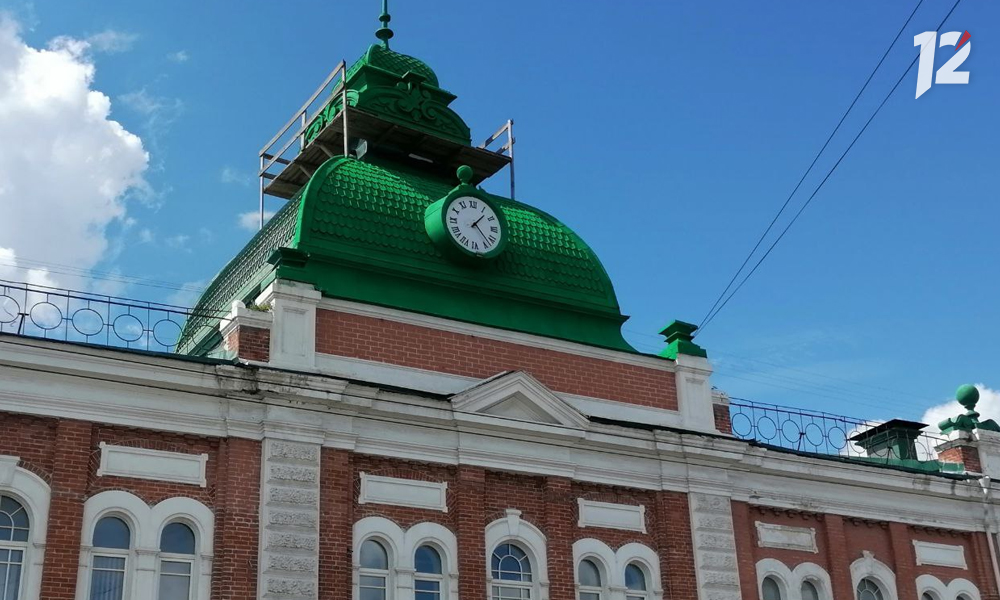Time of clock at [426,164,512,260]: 1:22
